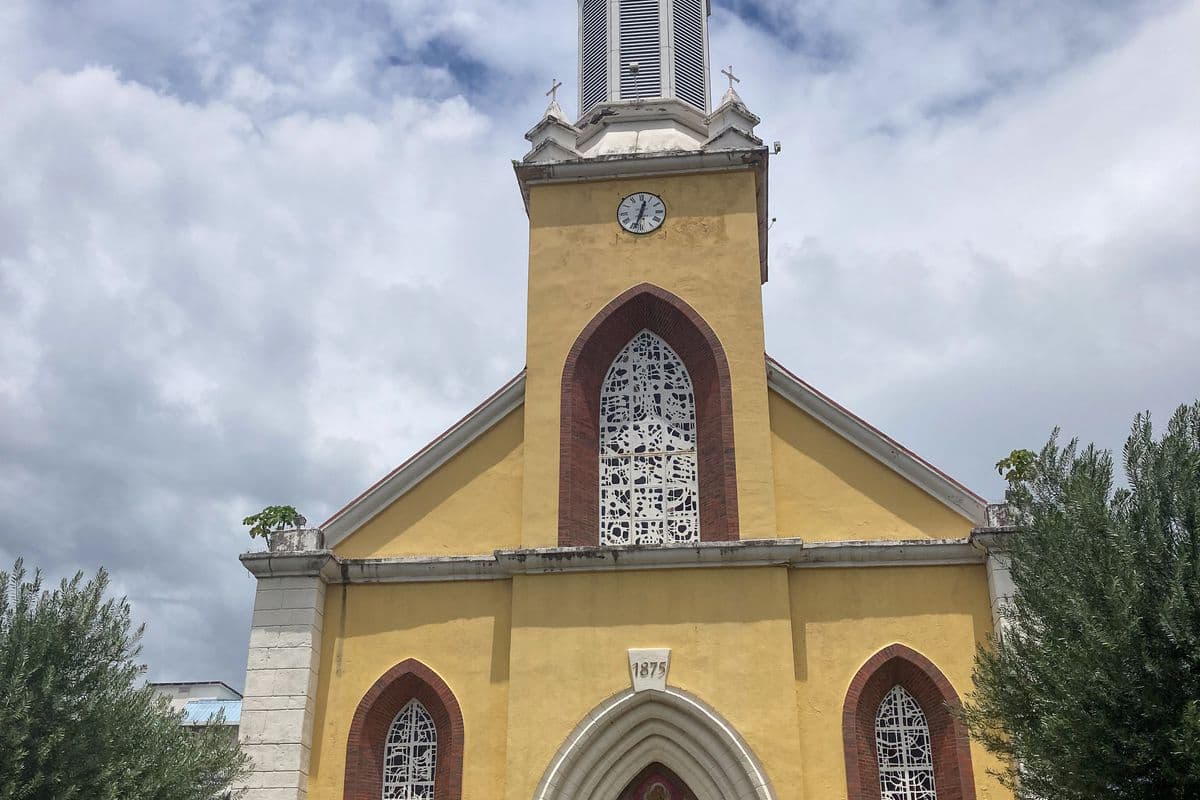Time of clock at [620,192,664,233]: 12:33
